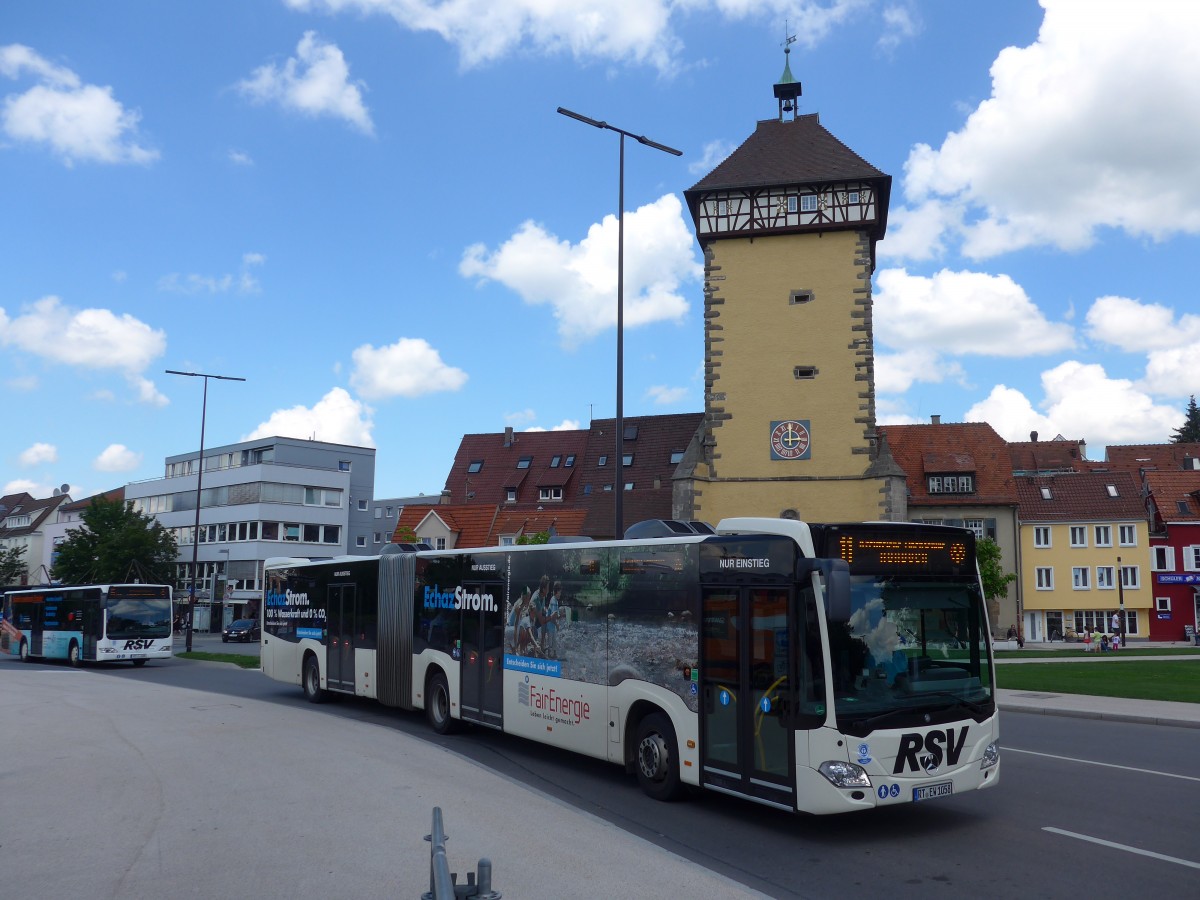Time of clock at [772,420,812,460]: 3:00
